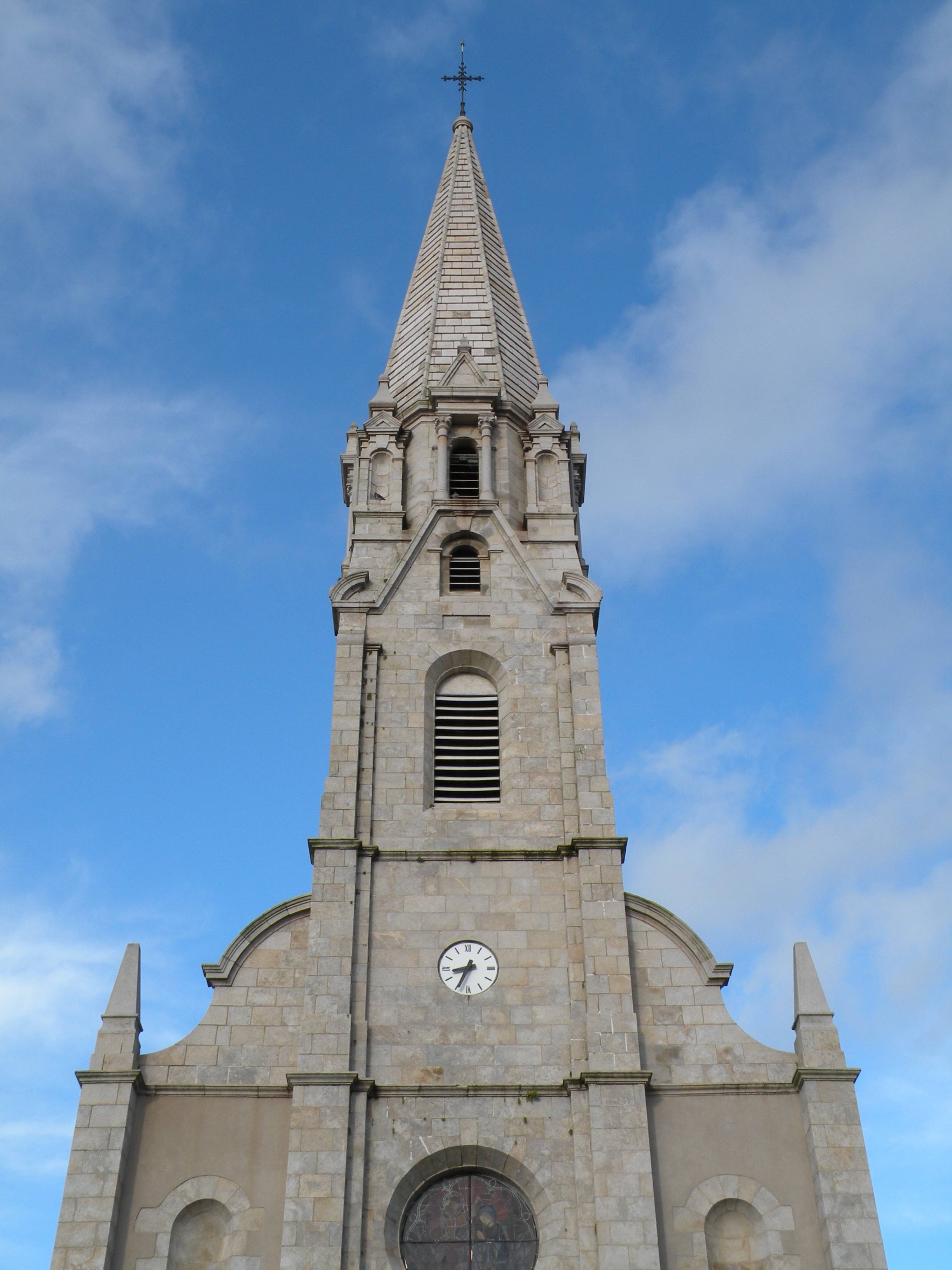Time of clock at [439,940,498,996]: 8:34
